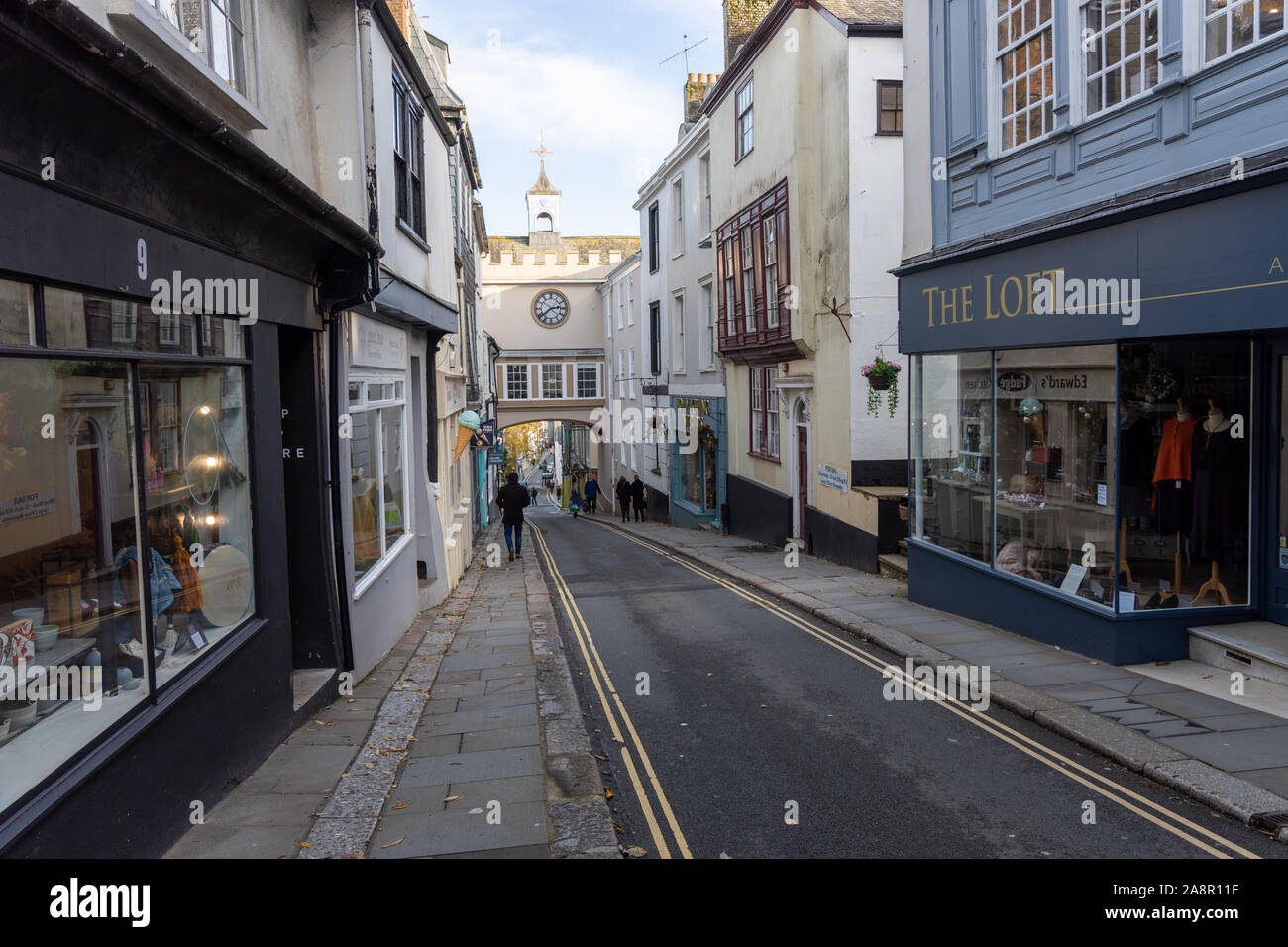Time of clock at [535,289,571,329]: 2:38
